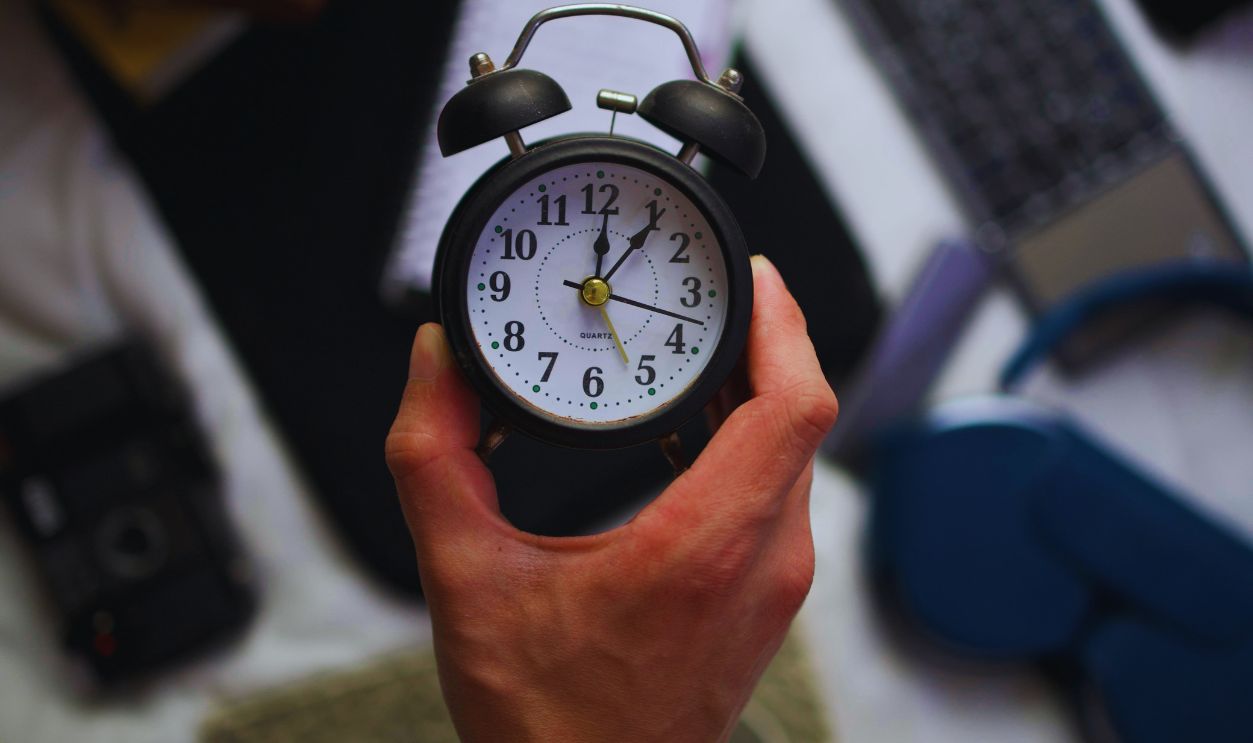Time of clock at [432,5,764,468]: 12:06
